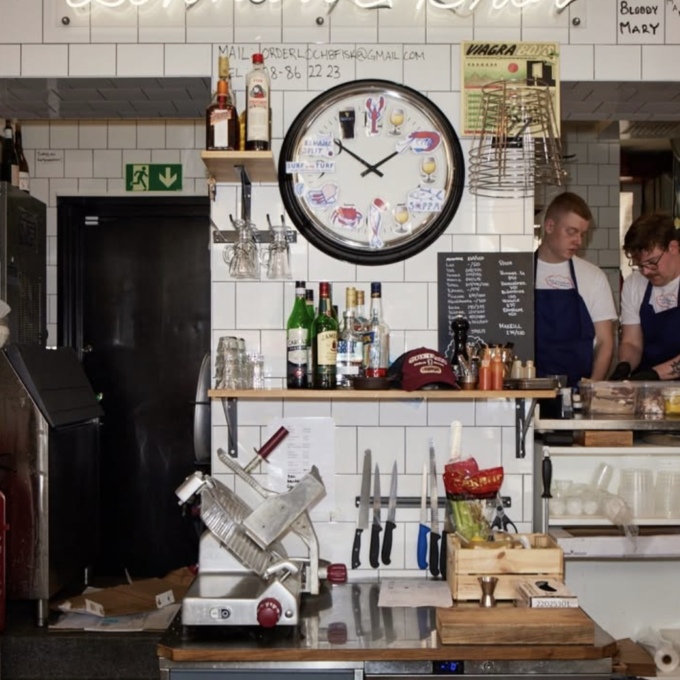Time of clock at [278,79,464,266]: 1:51
